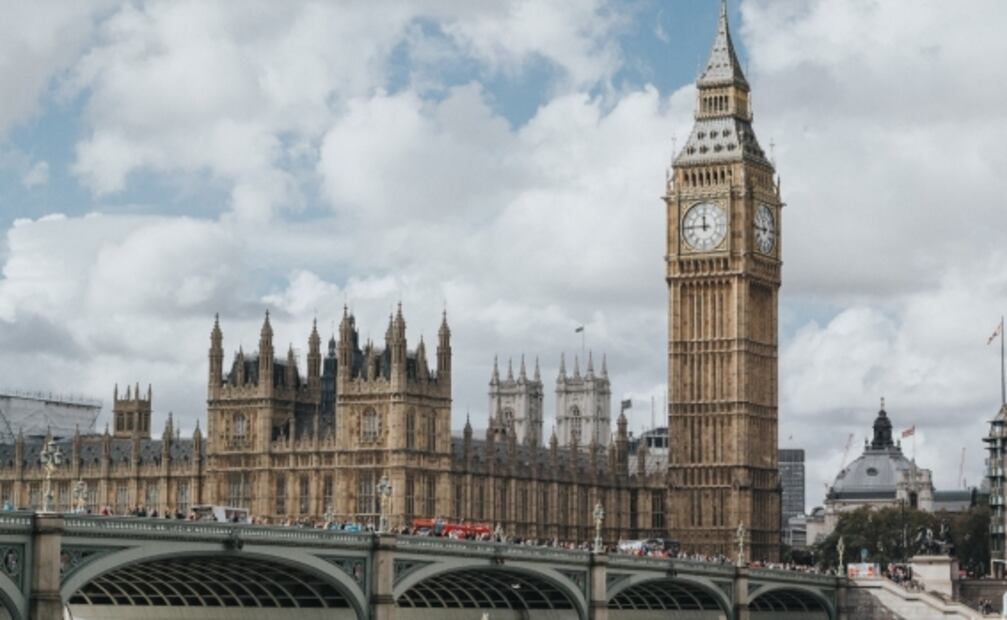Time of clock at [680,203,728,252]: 11:44
